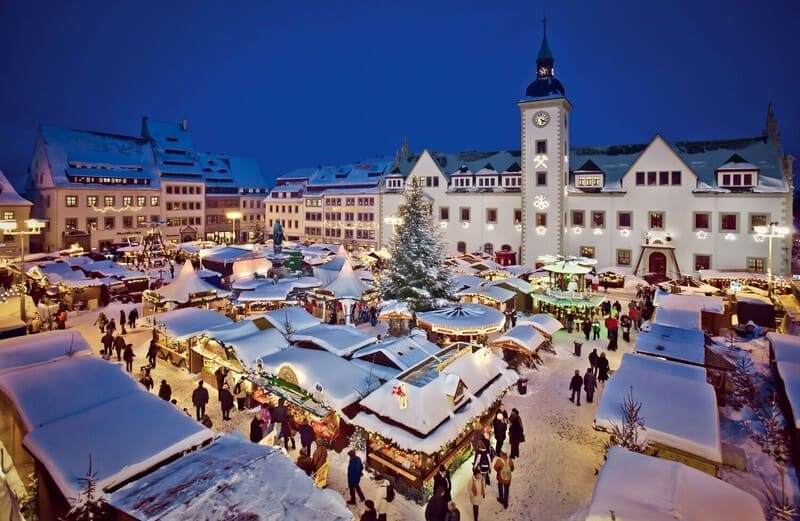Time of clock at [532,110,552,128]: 5:18
